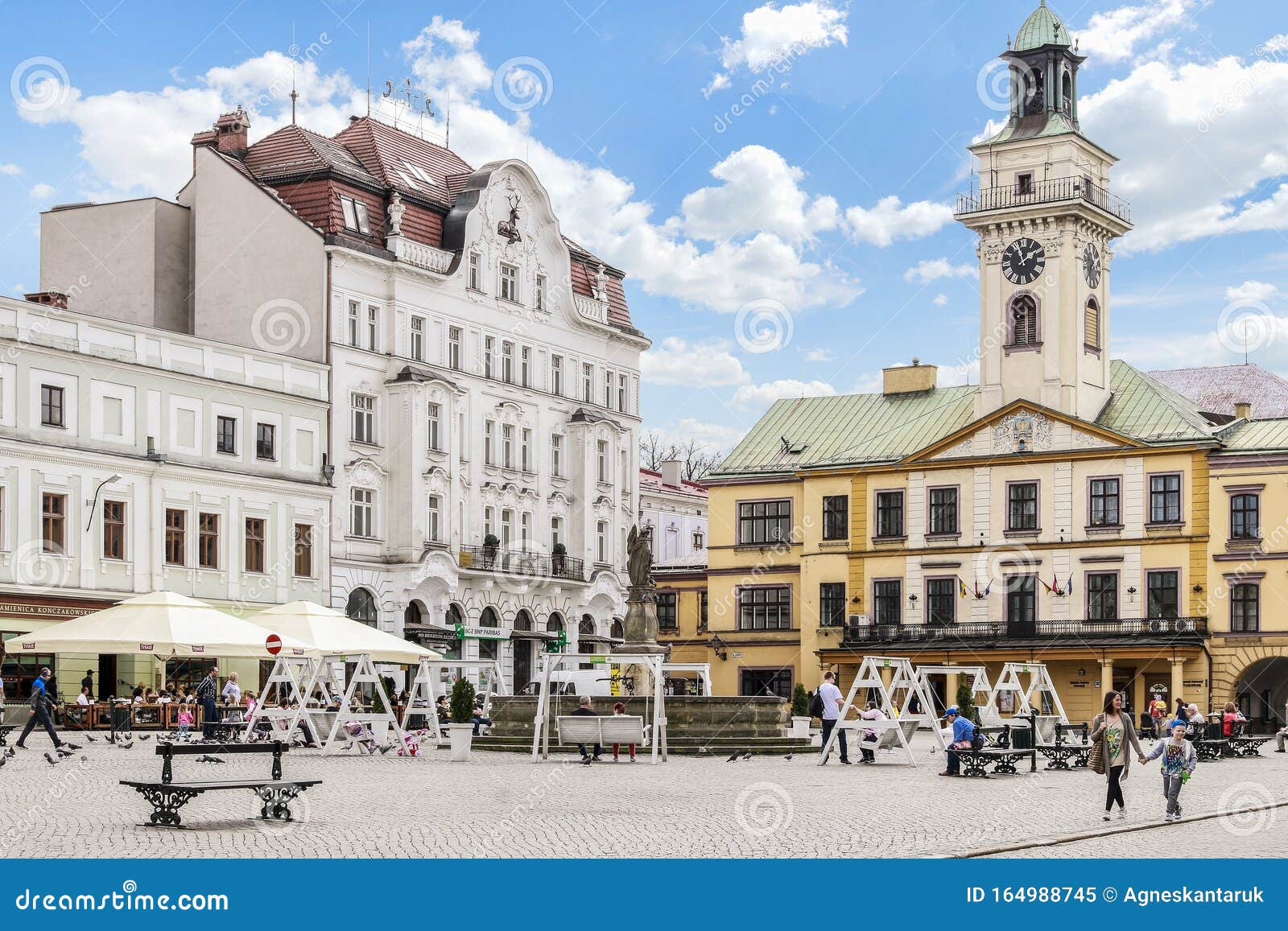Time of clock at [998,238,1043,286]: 1:56
